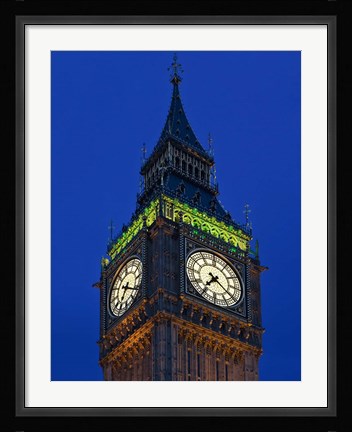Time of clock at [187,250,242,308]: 7:20
